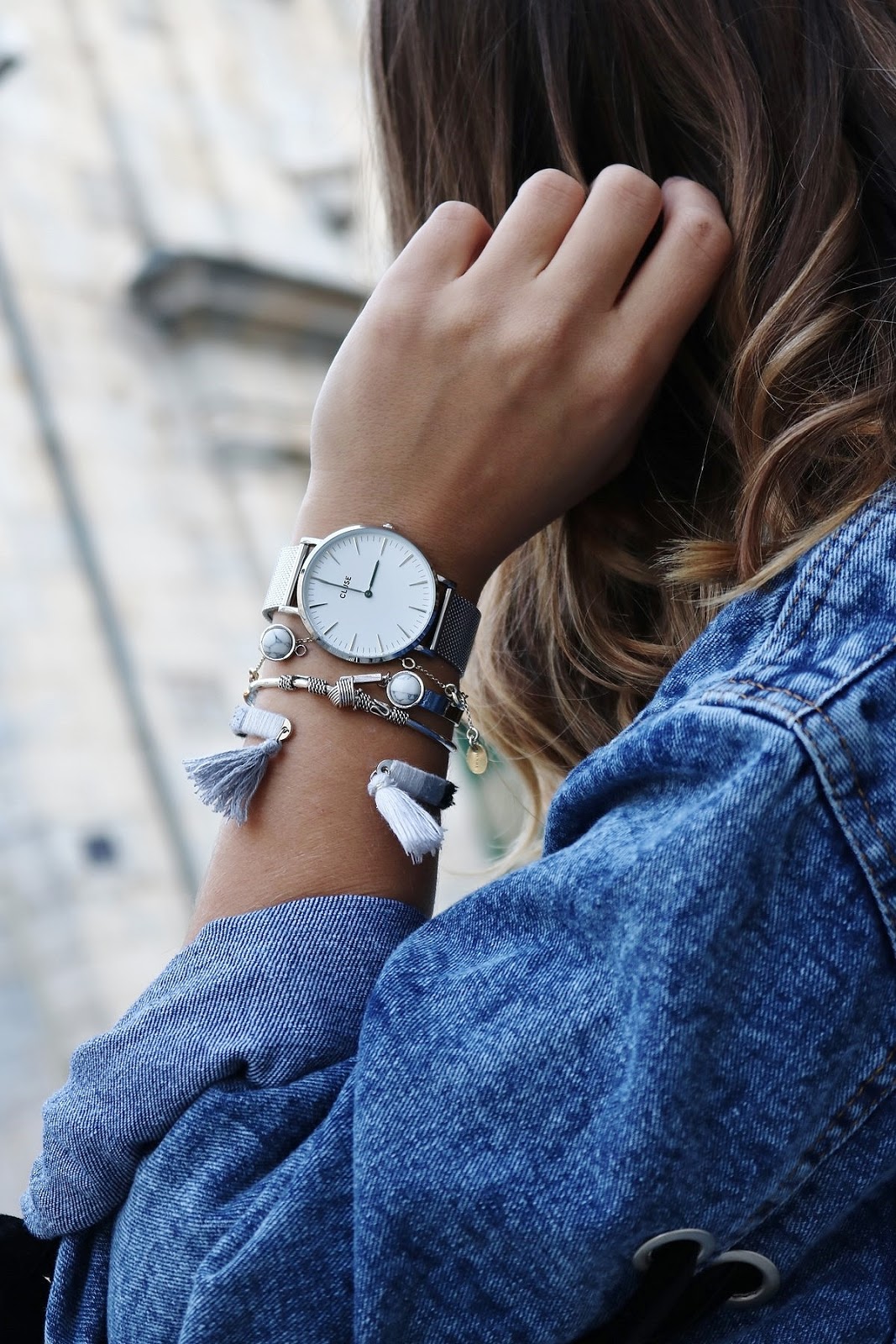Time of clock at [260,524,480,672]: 12:49
